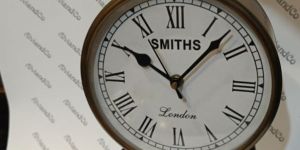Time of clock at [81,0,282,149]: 10:07
